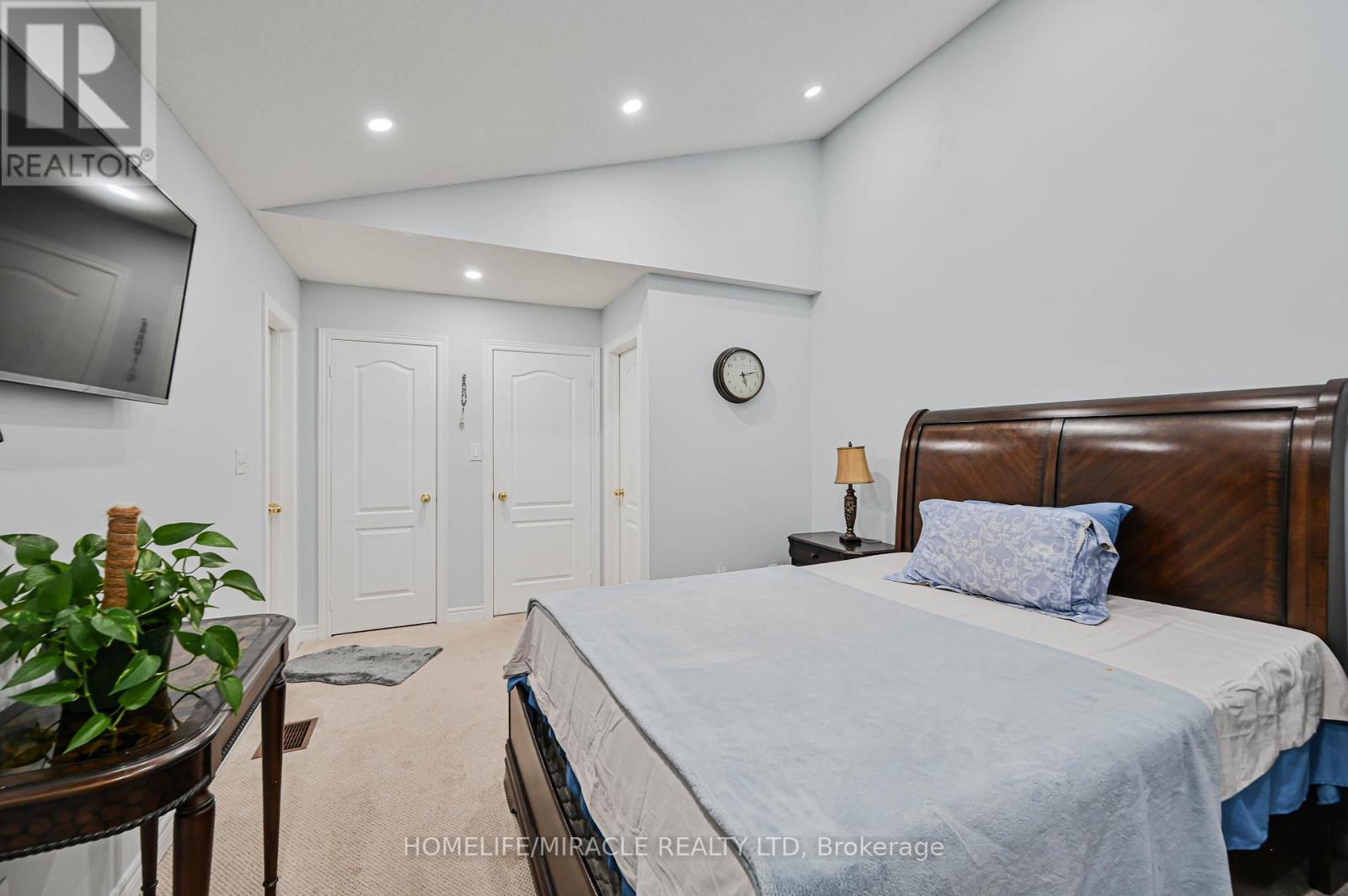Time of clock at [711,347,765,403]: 5:12
